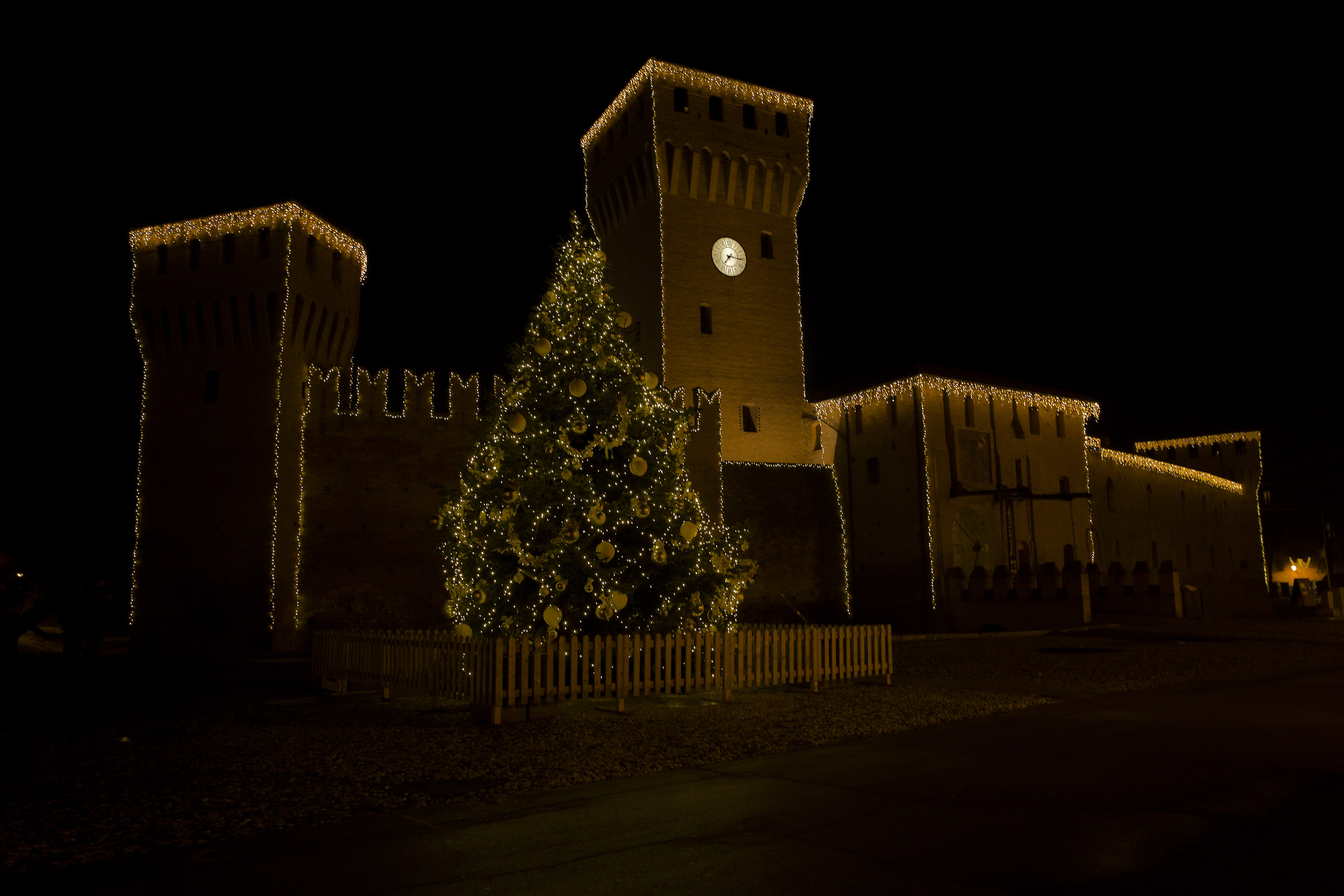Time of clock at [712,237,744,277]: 7:15
